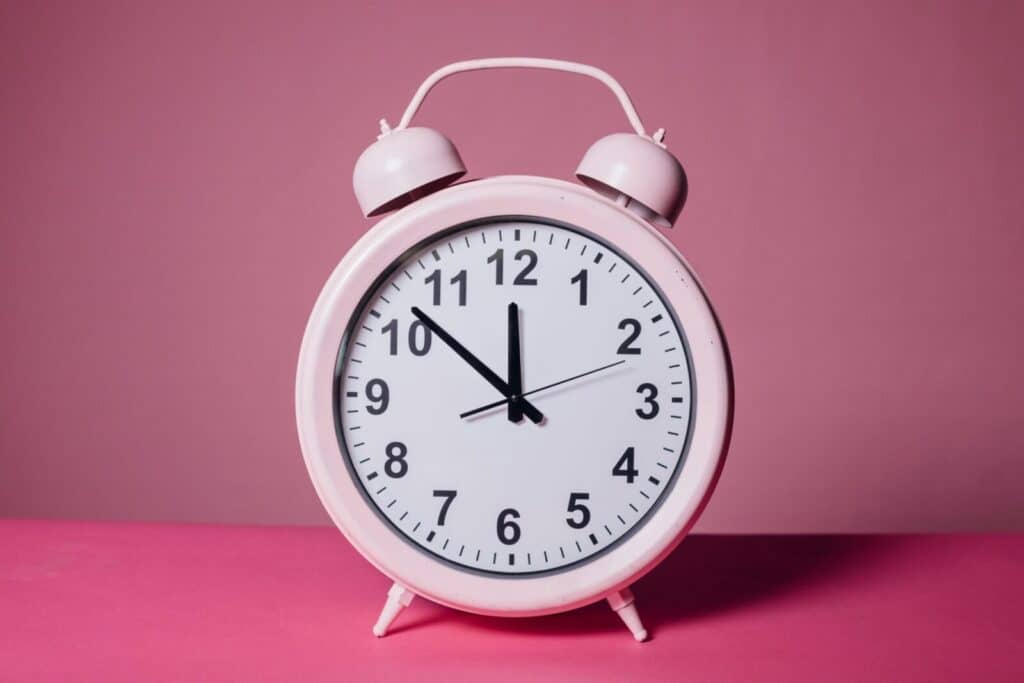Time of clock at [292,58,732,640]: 11:51
